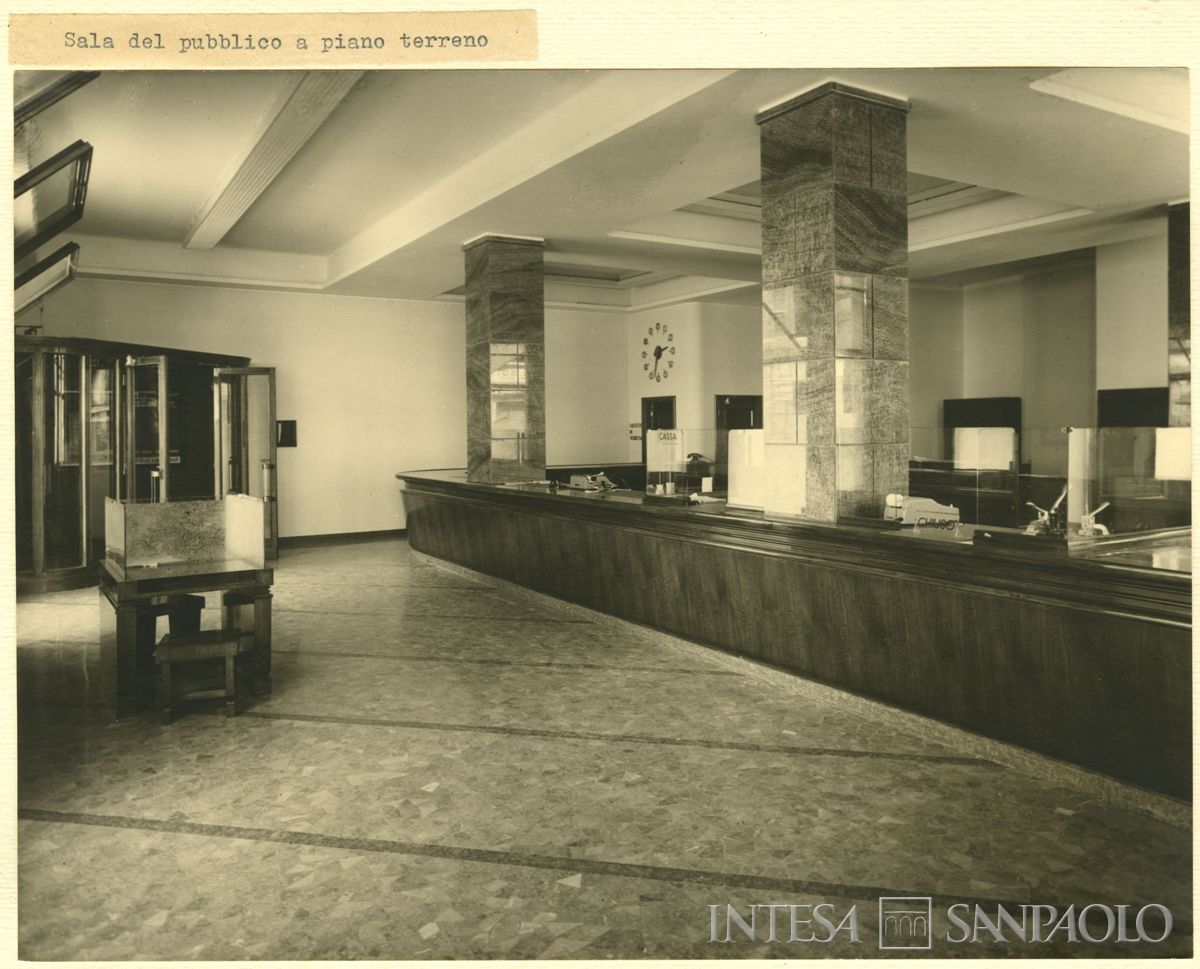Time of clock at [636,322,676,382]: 2:32
